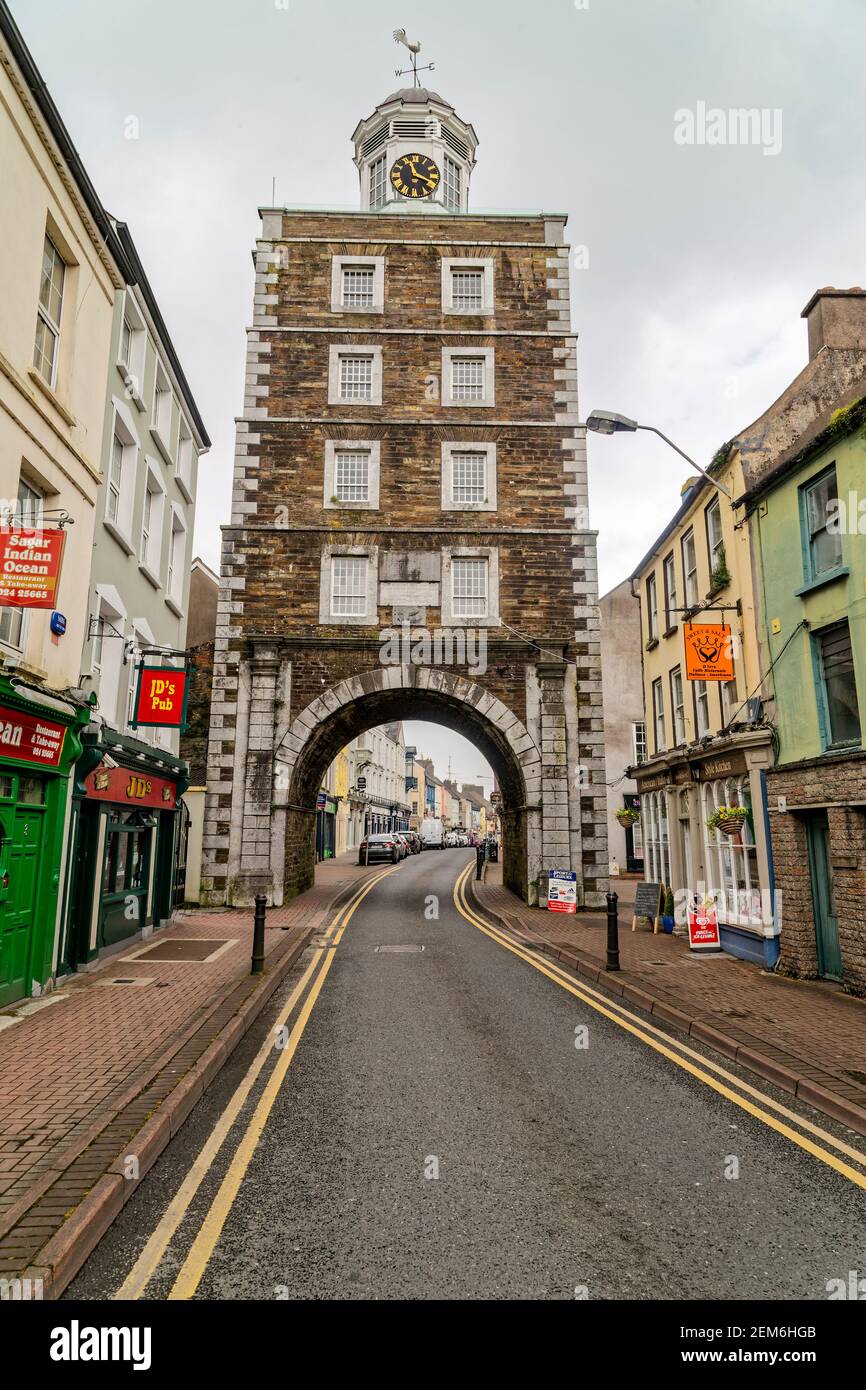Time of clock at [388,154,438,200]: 11:18
